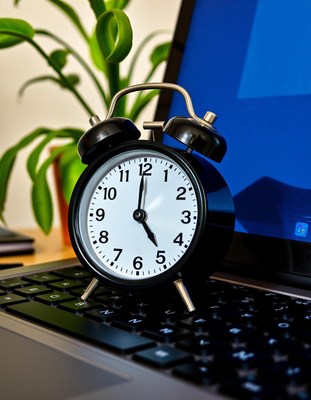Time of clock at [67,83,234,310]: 5:00
